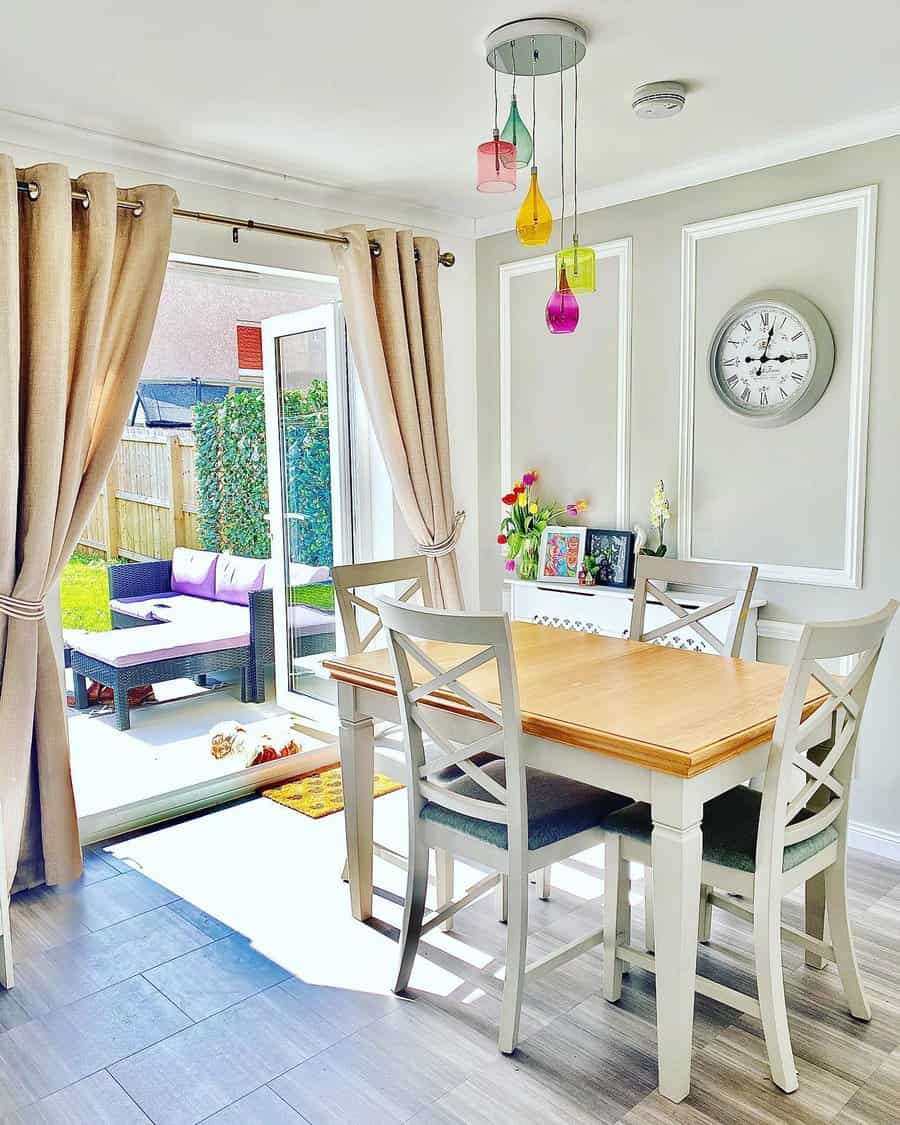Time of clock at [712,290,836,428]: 3:02
